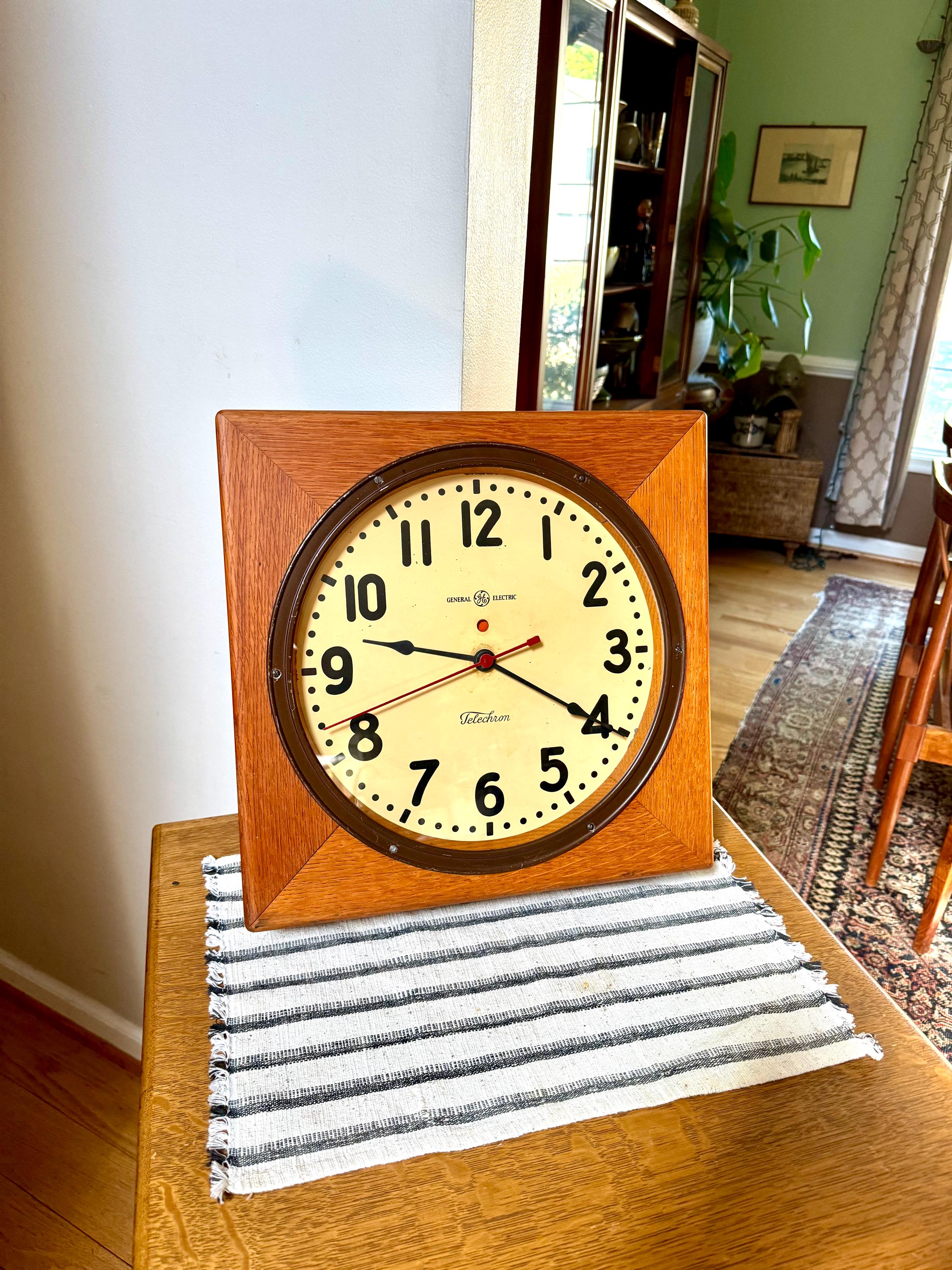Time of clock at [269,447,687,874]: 9:20
